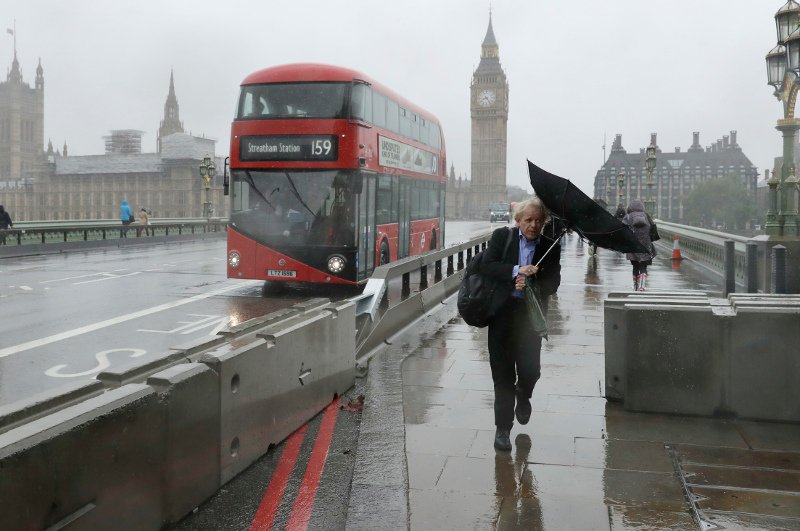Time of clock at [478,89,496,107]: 8:24
